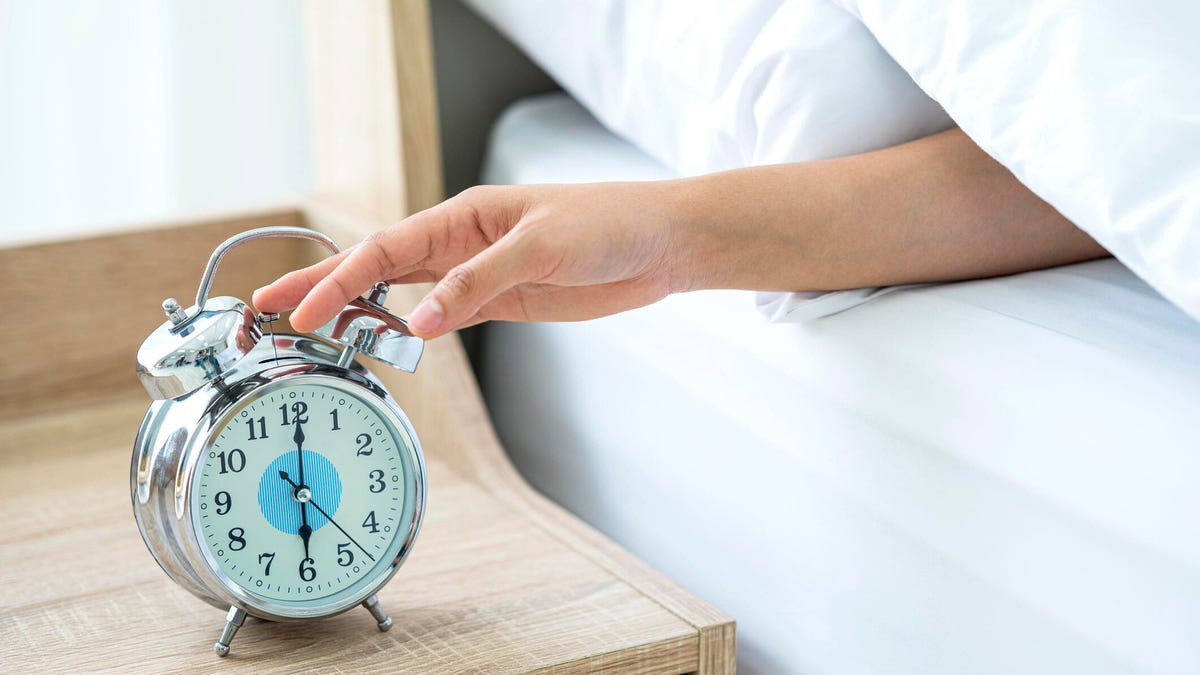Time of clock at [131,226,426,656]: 6:00
